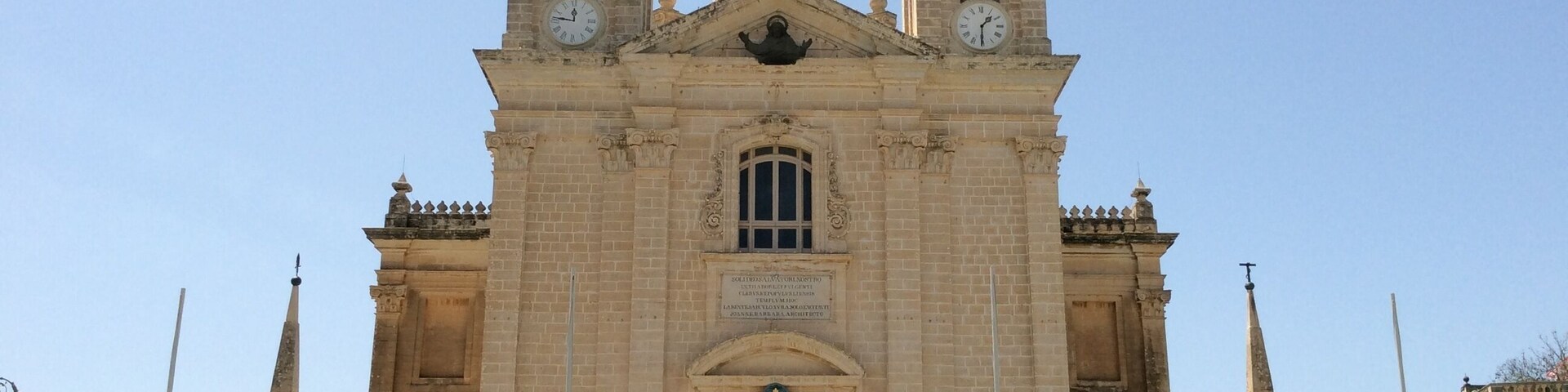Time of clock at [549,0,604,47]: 11:46
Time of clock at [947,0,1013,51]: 1:30
